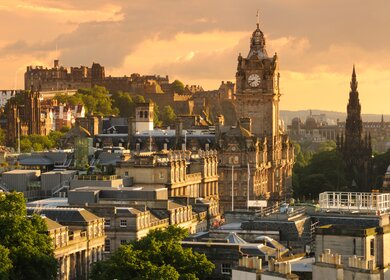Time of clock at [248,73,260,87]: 8:40
